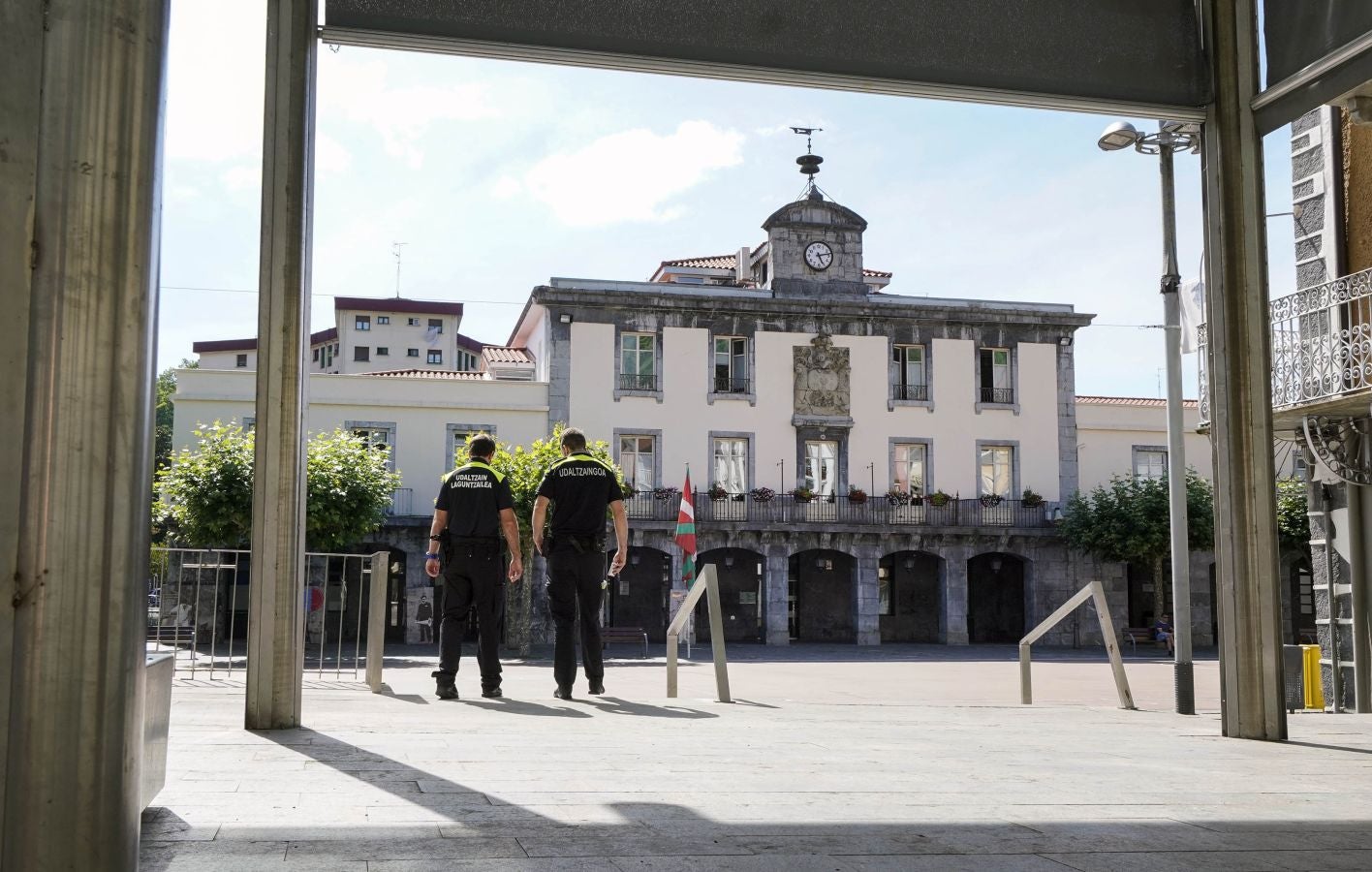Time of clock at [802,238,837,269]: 5:13
